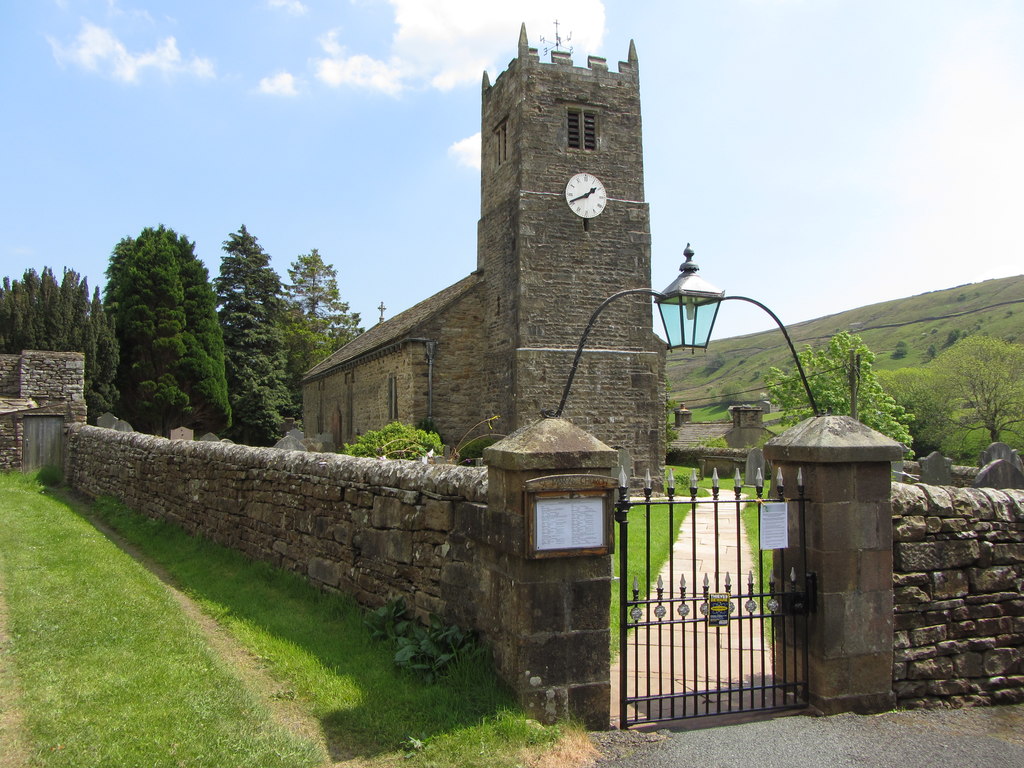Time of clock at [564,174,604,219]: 1:41
